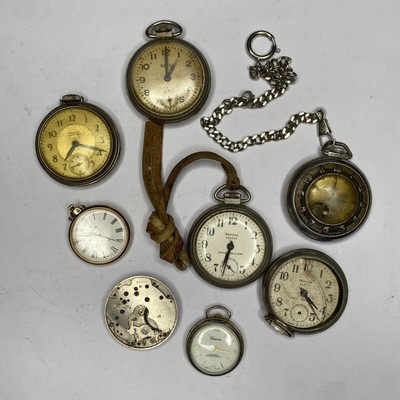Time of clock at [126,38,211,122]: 1:00
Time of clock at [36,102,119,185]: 7:18
